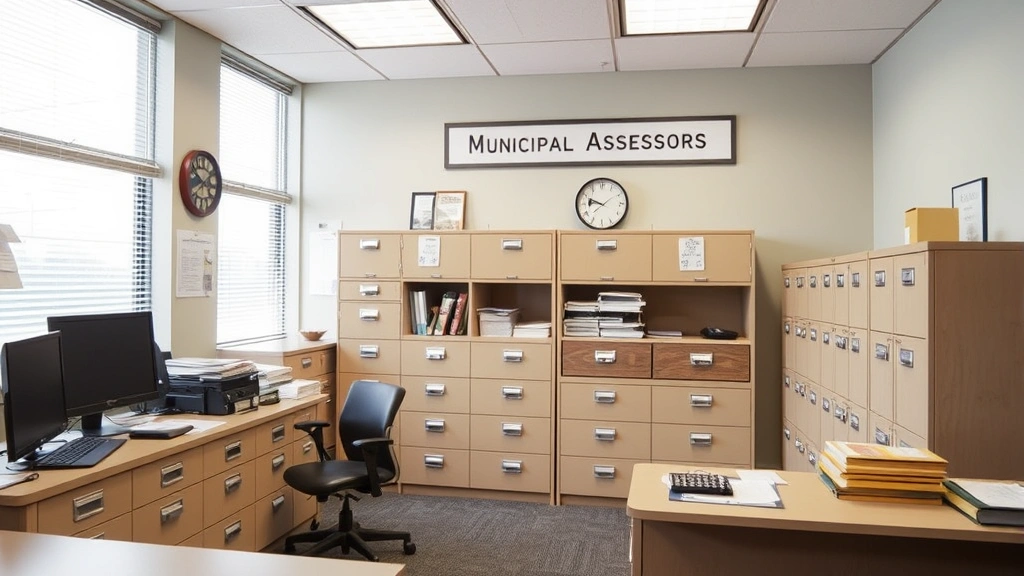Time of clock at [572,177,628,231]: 9:45
